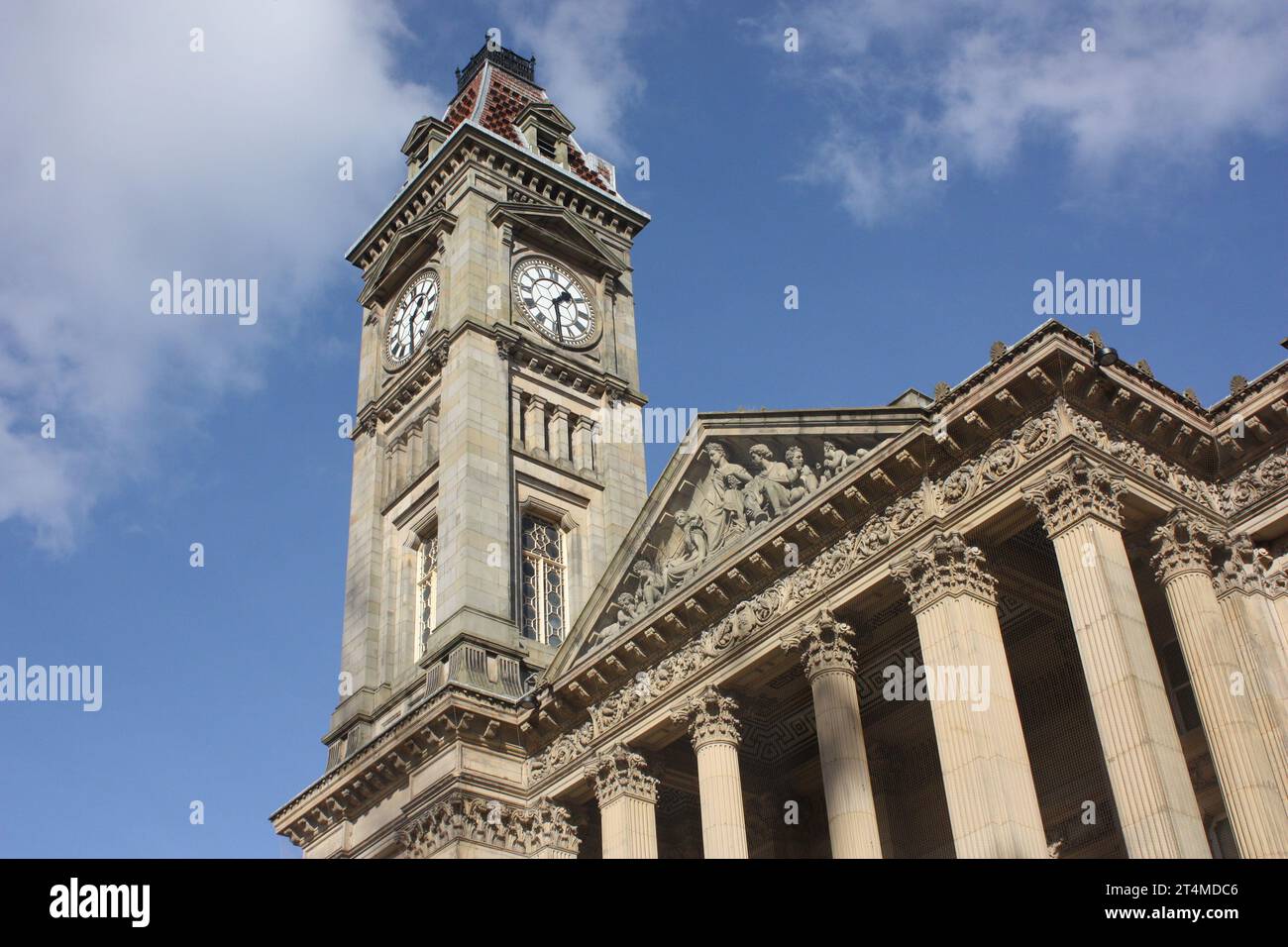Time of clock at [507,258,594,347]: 1:28
